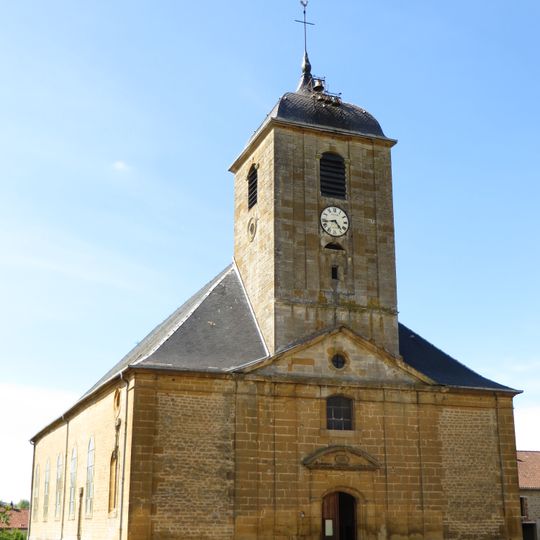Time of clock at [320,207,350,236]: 4:42
